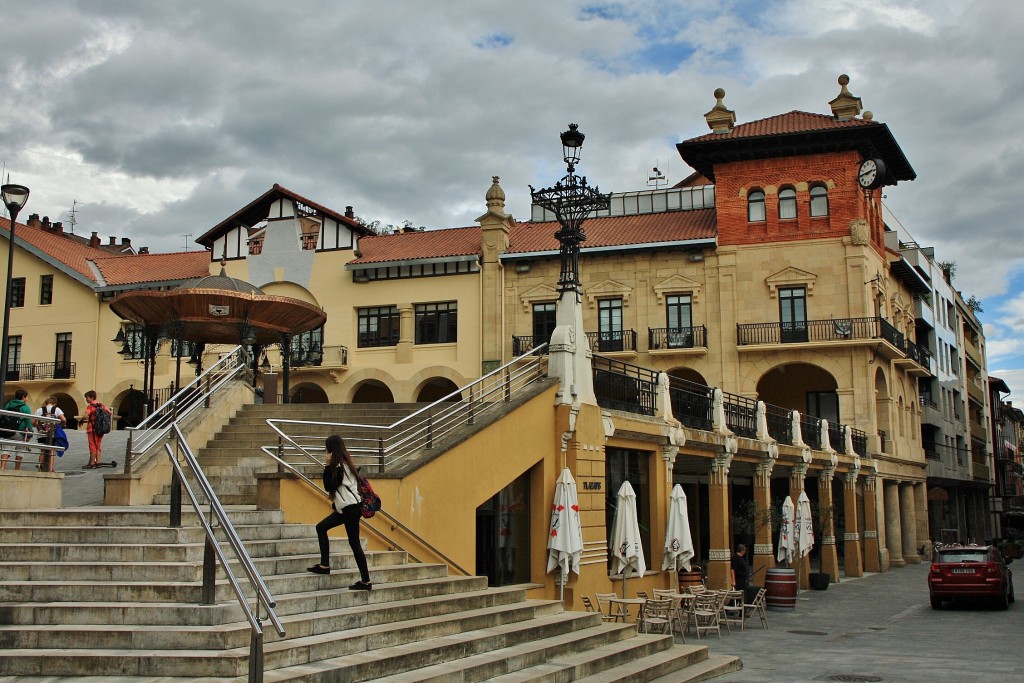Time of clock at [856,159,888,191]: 2:45
